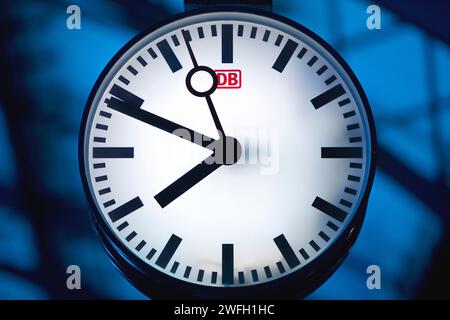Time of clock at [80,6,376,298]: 7:48
